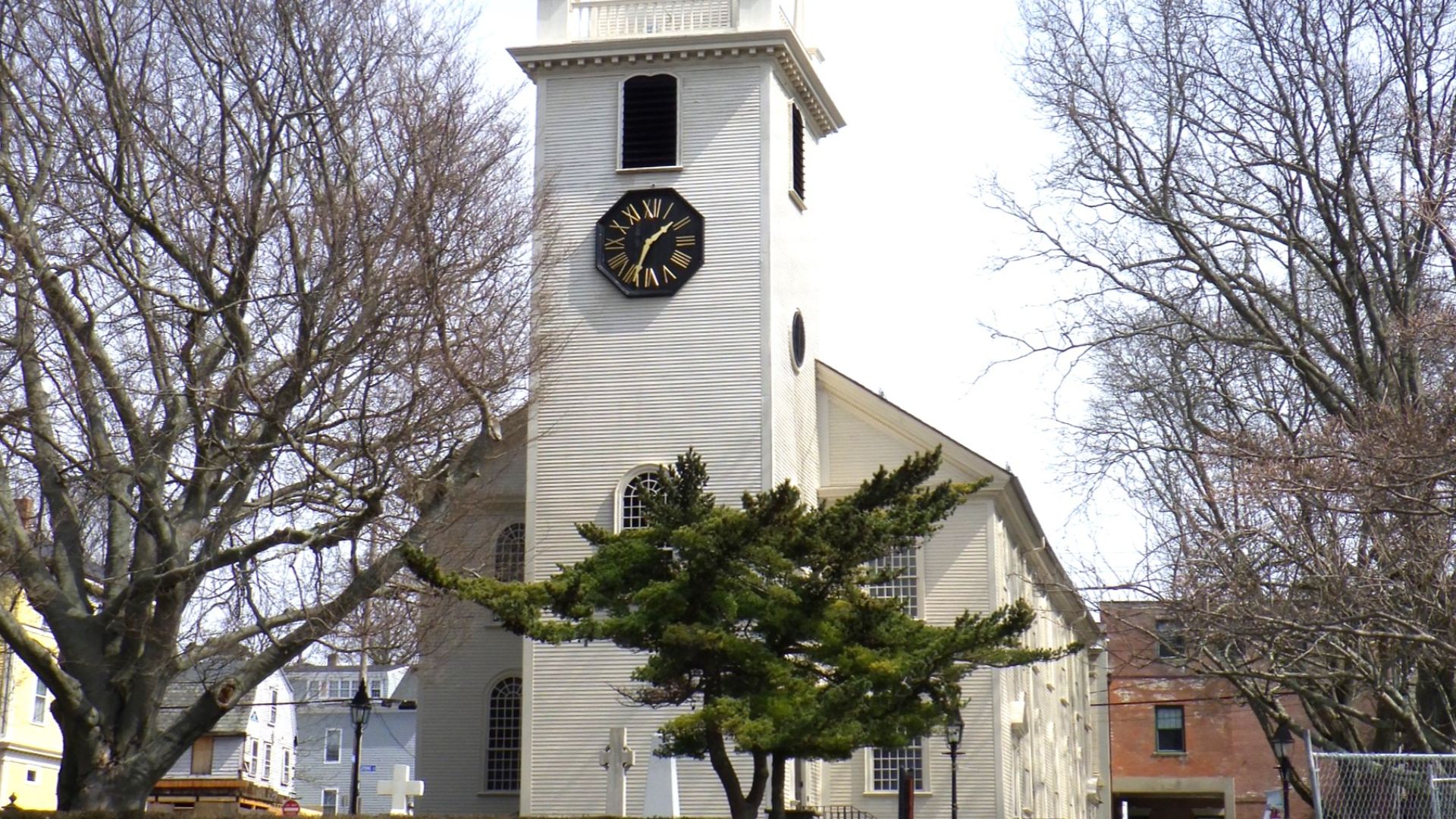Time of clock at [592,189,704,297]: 1:33
